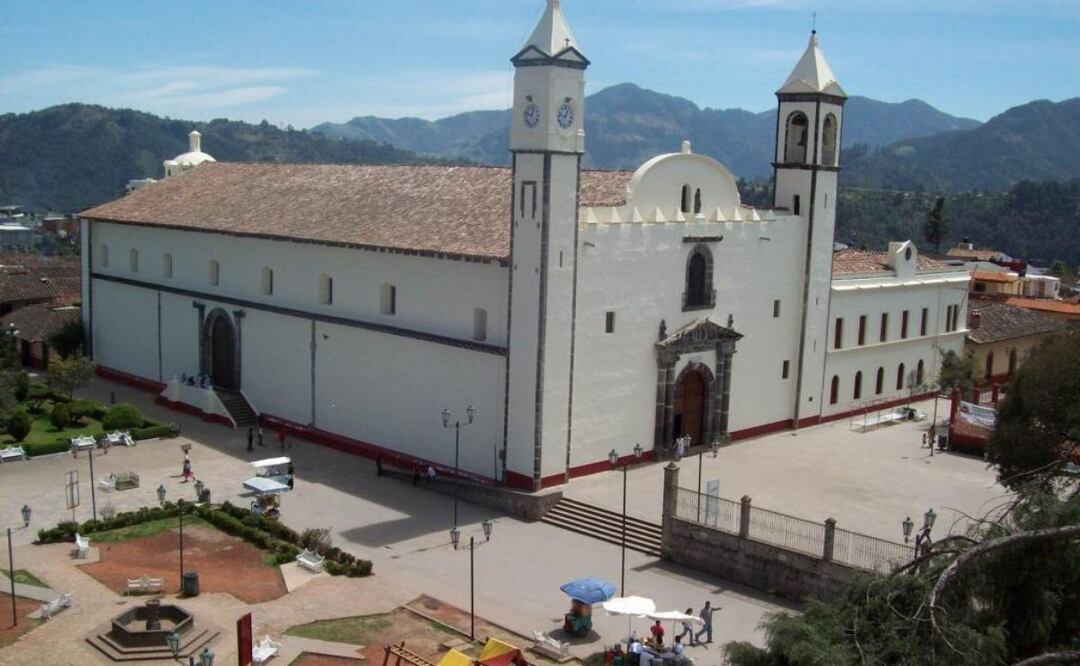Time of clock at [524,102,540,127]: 12:47
